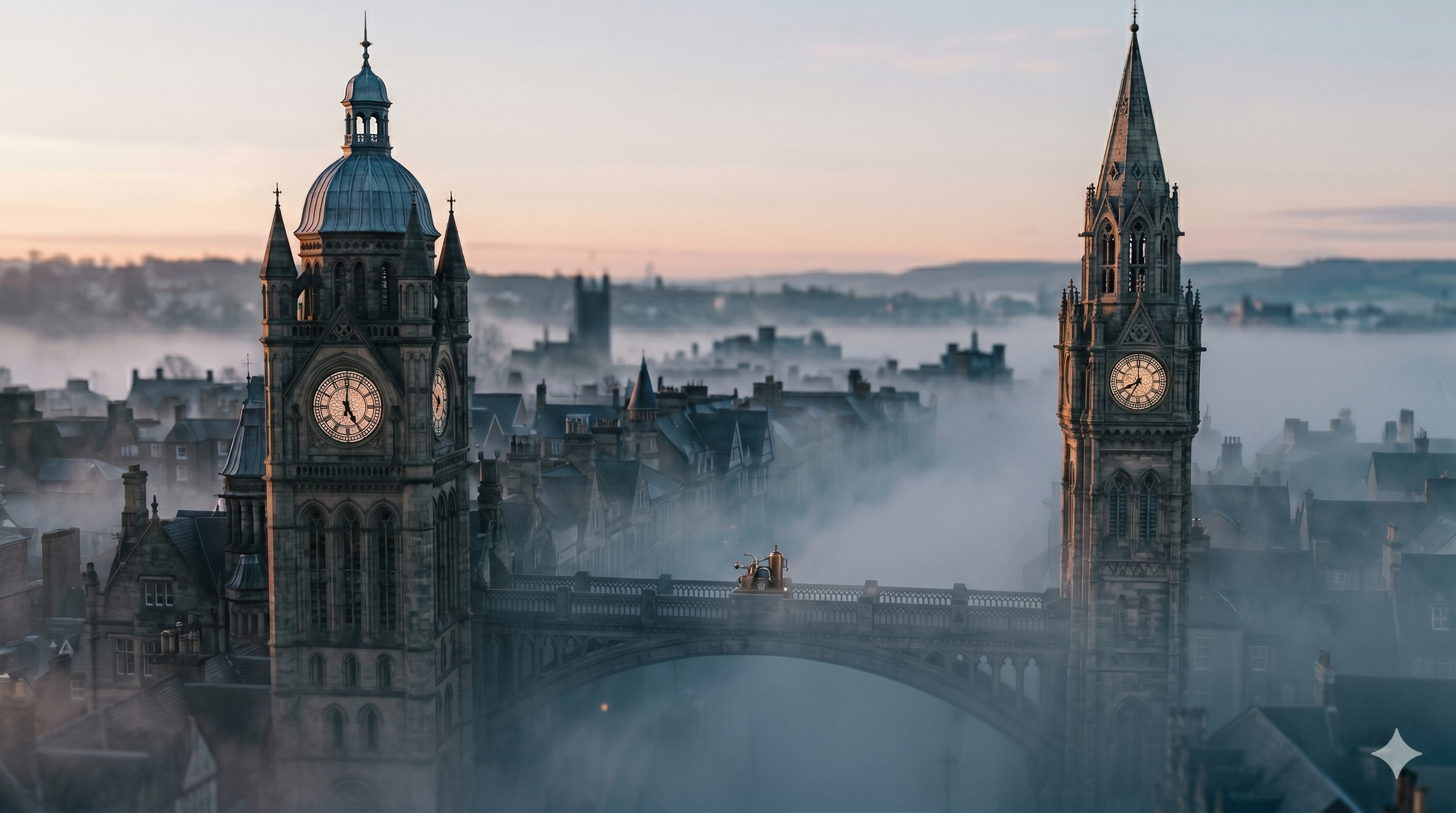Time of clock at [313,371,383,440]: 4:59
